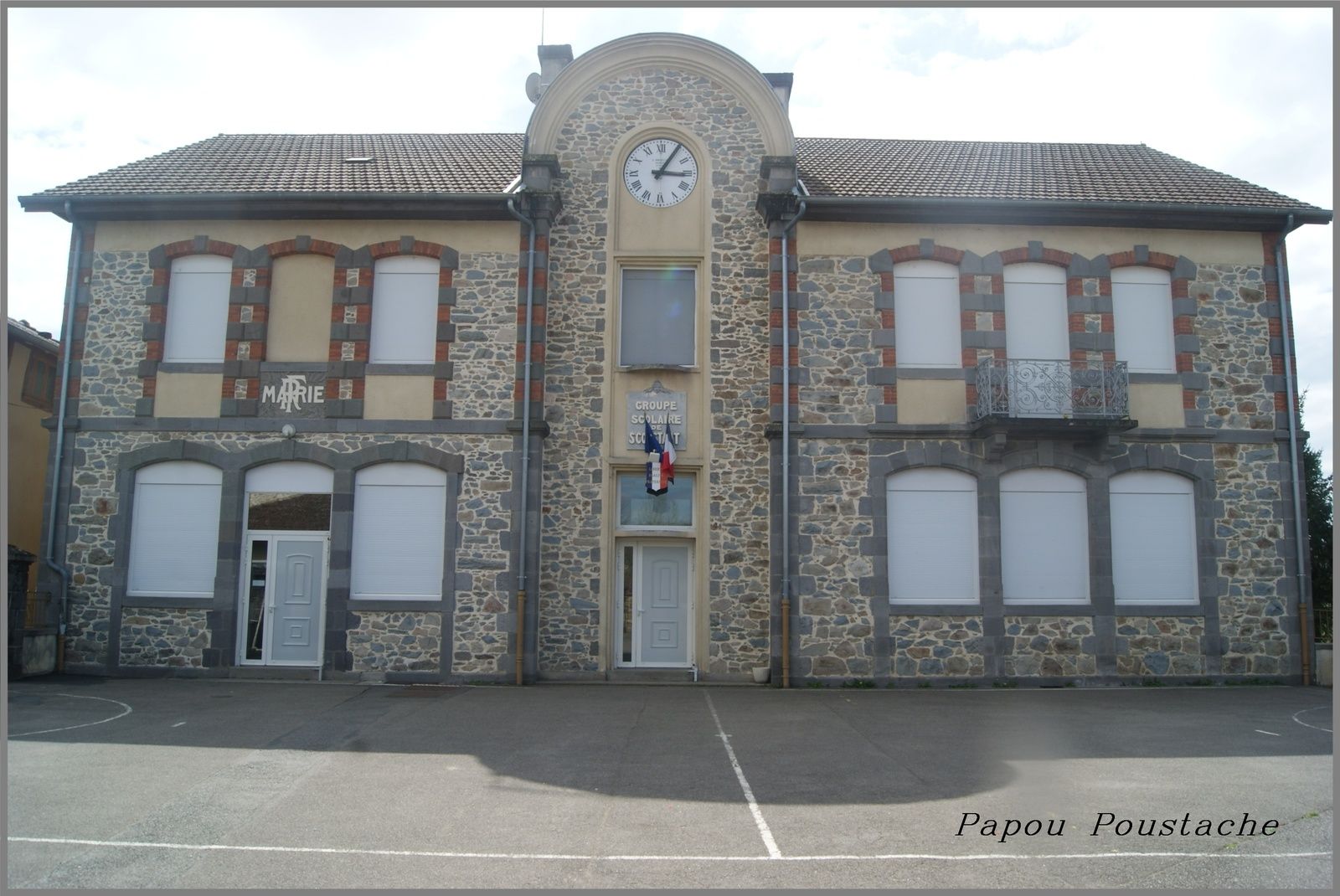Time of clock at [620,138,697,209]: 3:05
